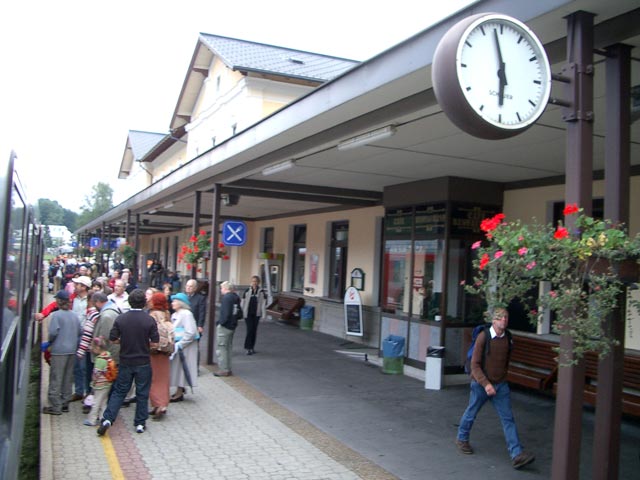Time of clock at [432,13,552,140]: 5:58
